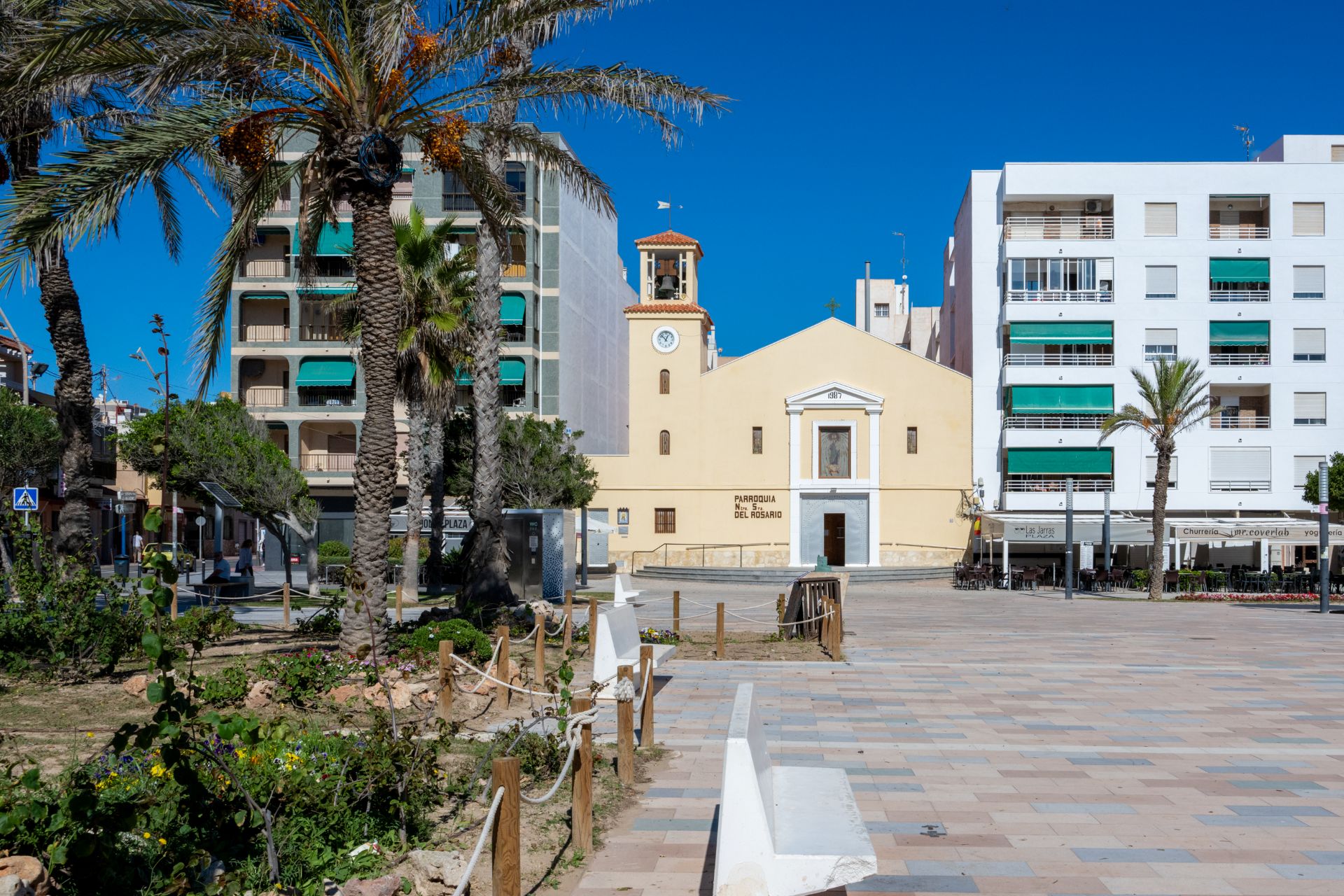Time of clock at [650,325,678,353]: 12:52
